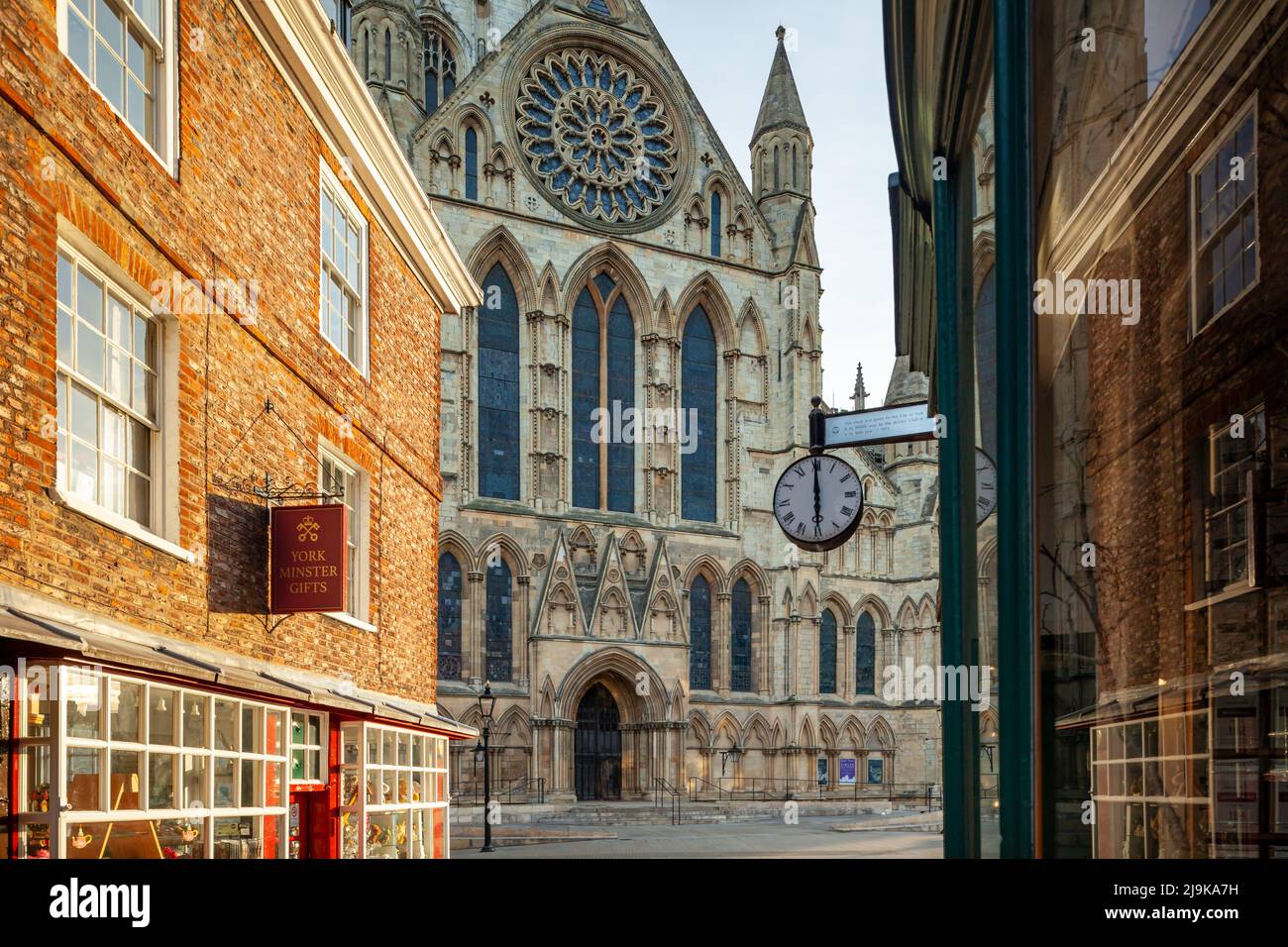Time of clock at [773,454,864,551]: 5:59
